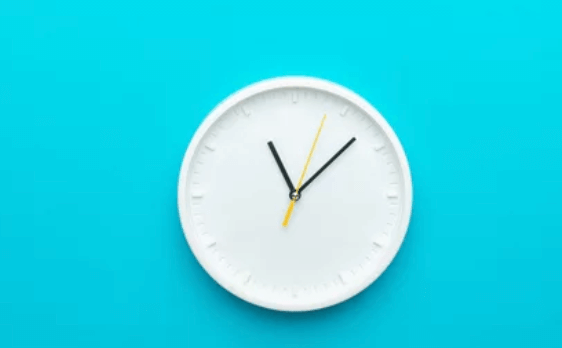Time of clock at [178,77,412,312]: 11:07
